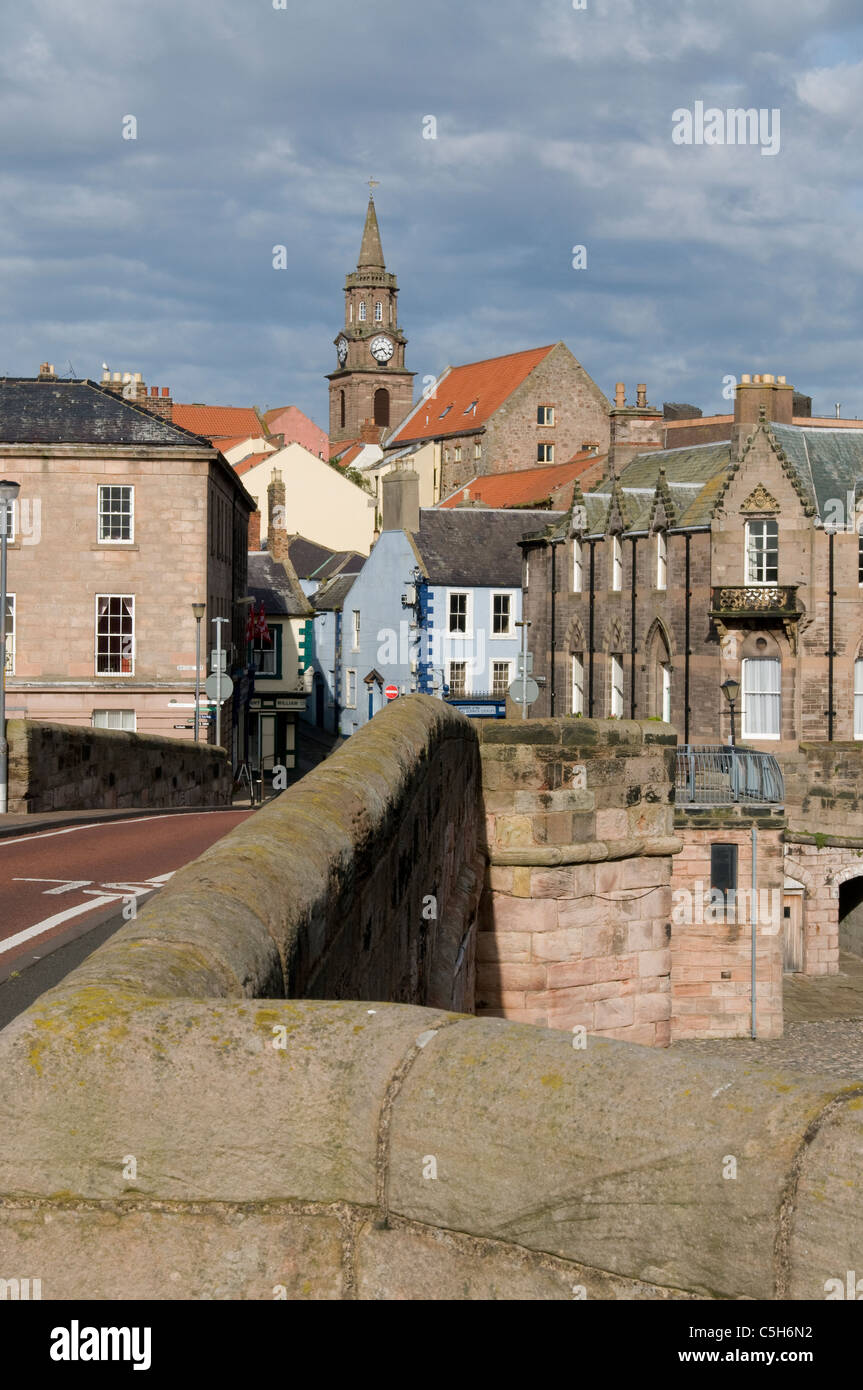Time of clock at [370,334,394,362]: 4:41
